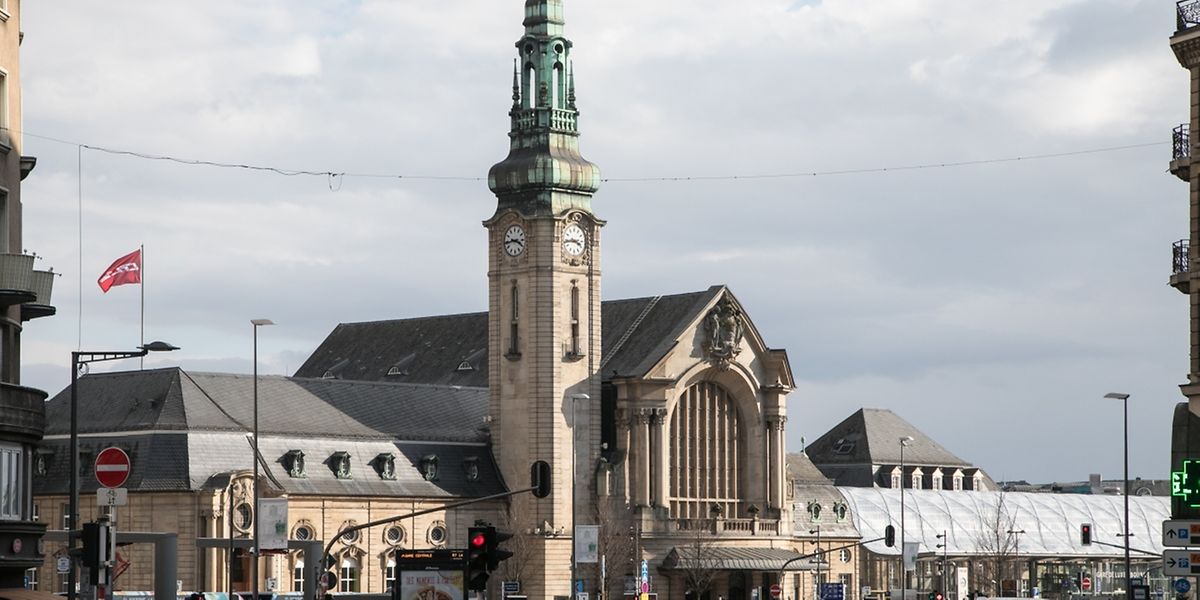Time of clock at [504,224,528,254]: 3:43
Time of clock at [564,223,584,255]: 3:43
